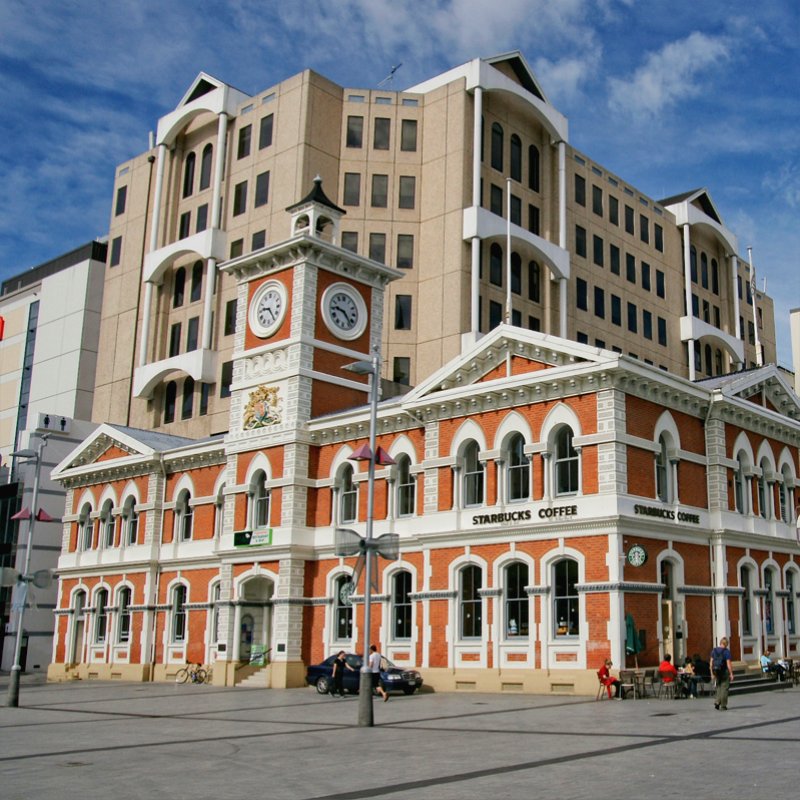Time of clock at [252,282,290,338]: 9:23
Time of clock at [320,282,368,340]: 9:22
